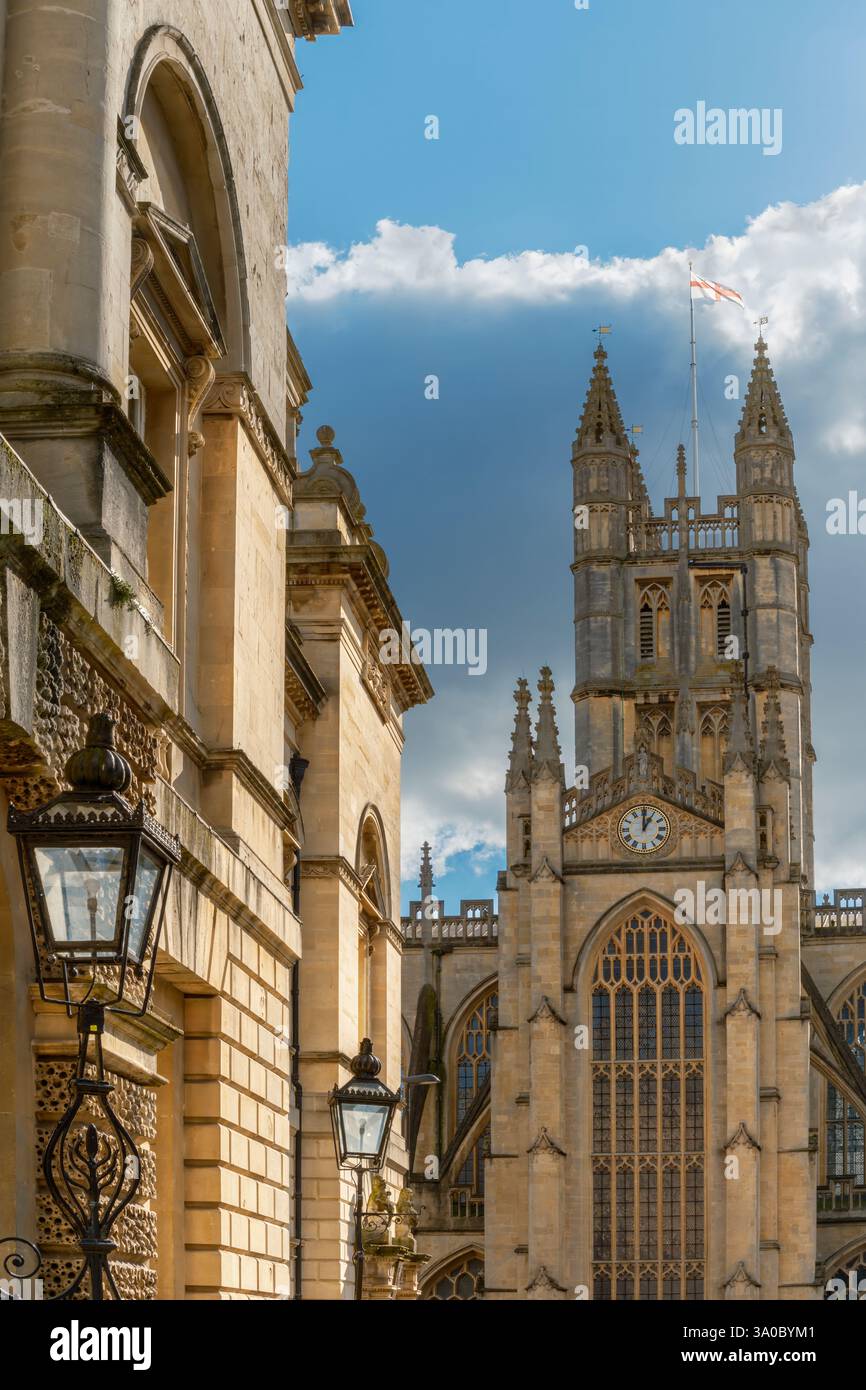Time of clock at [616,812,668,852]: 1:00
